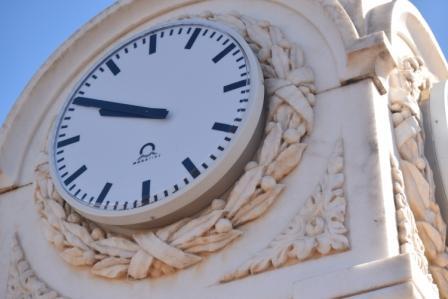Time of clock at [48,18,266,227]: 9:50
